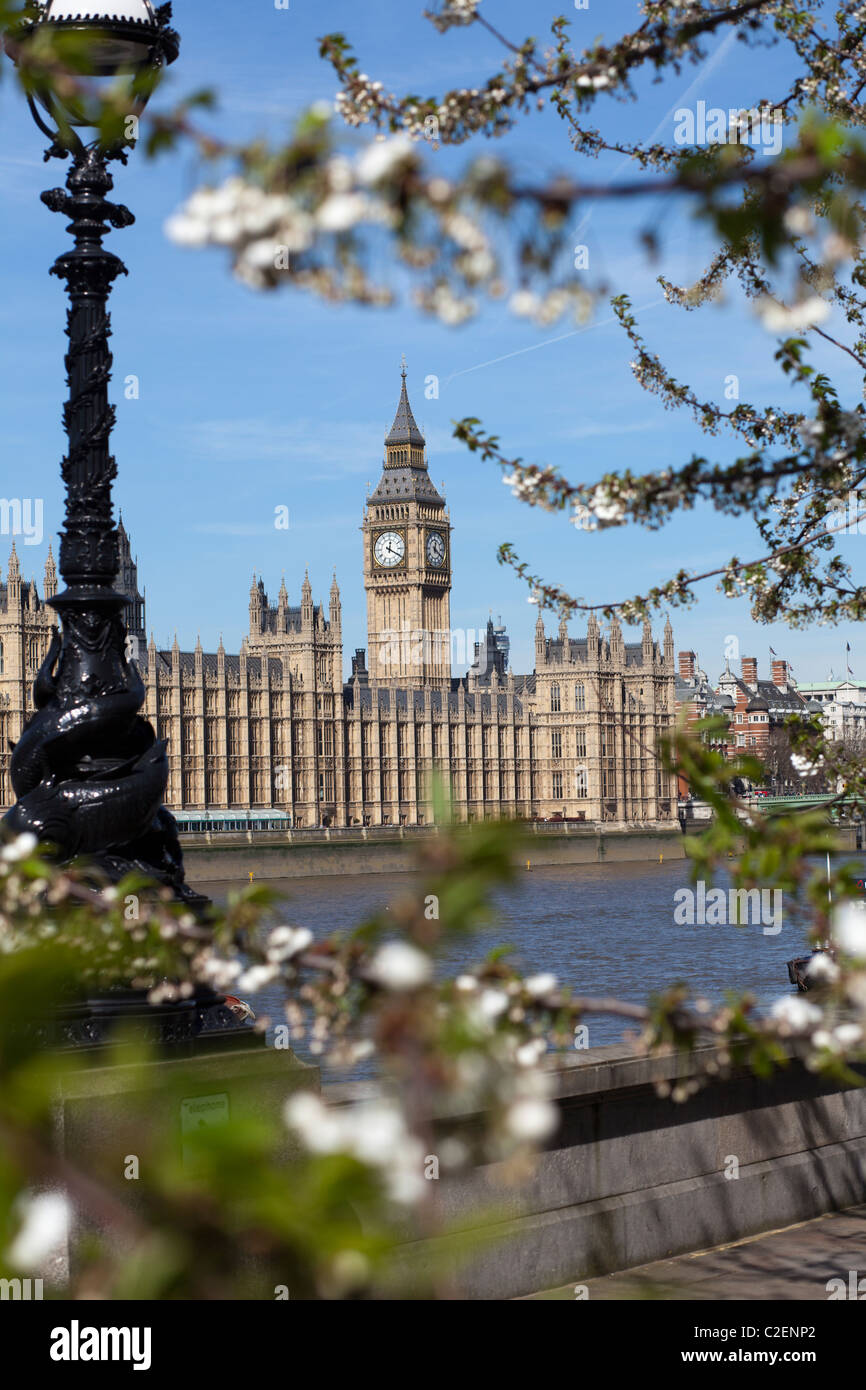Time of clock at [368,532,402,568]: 12:19
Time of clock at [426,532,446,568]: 12:20
